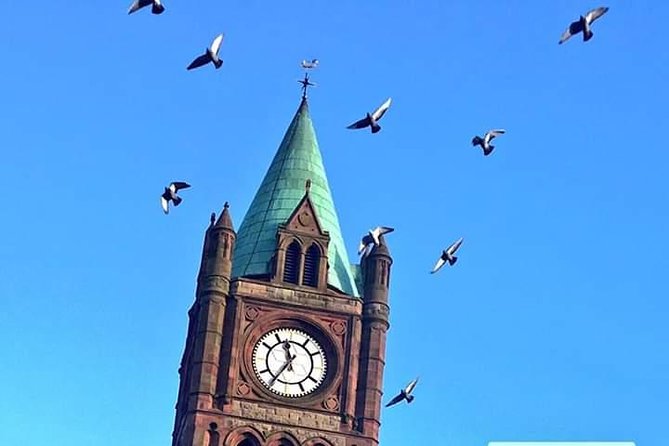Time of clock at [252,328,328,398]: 11:35
